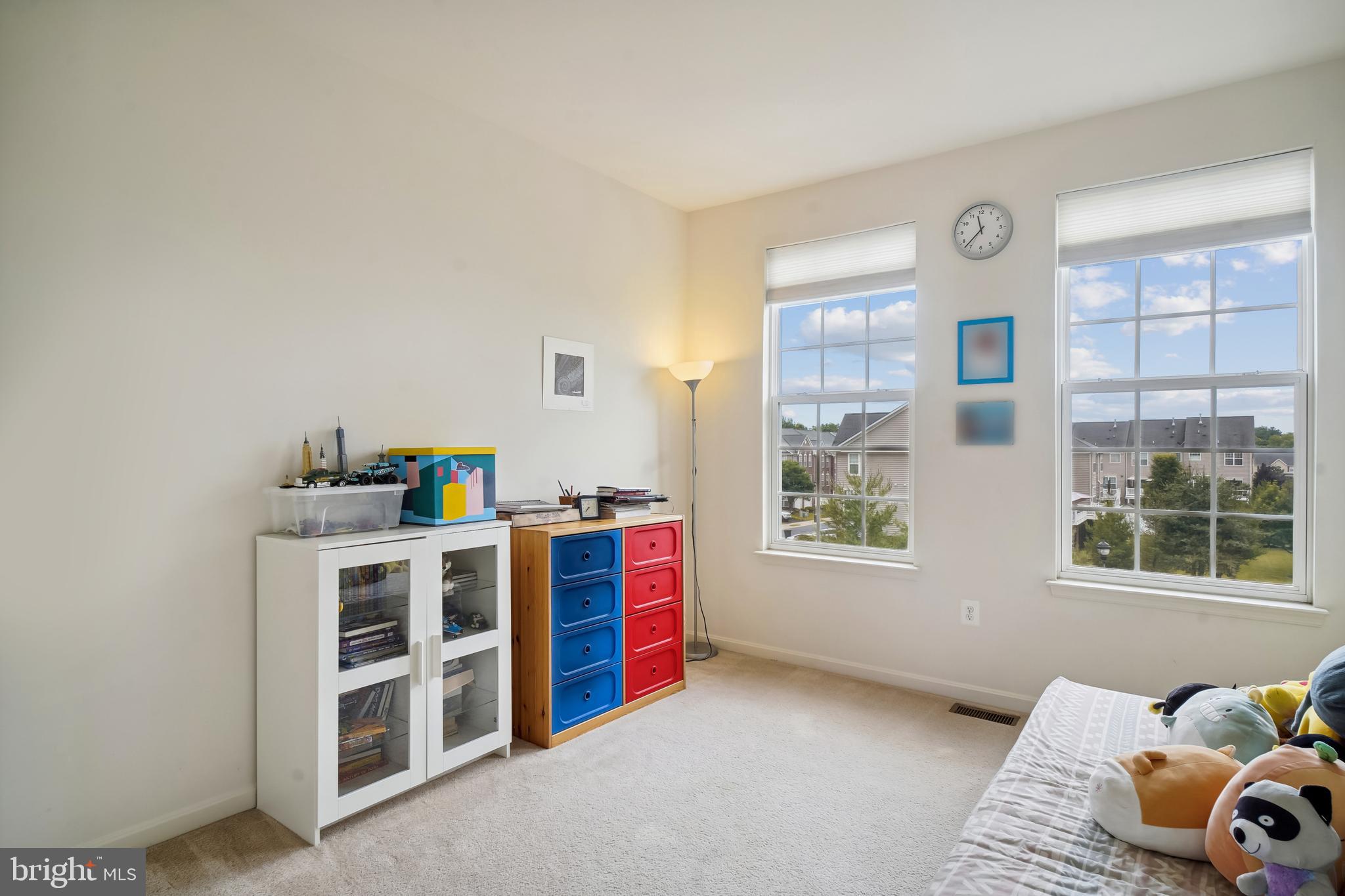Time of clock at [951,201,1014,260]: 11:37
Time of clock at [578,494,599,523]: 7:37
